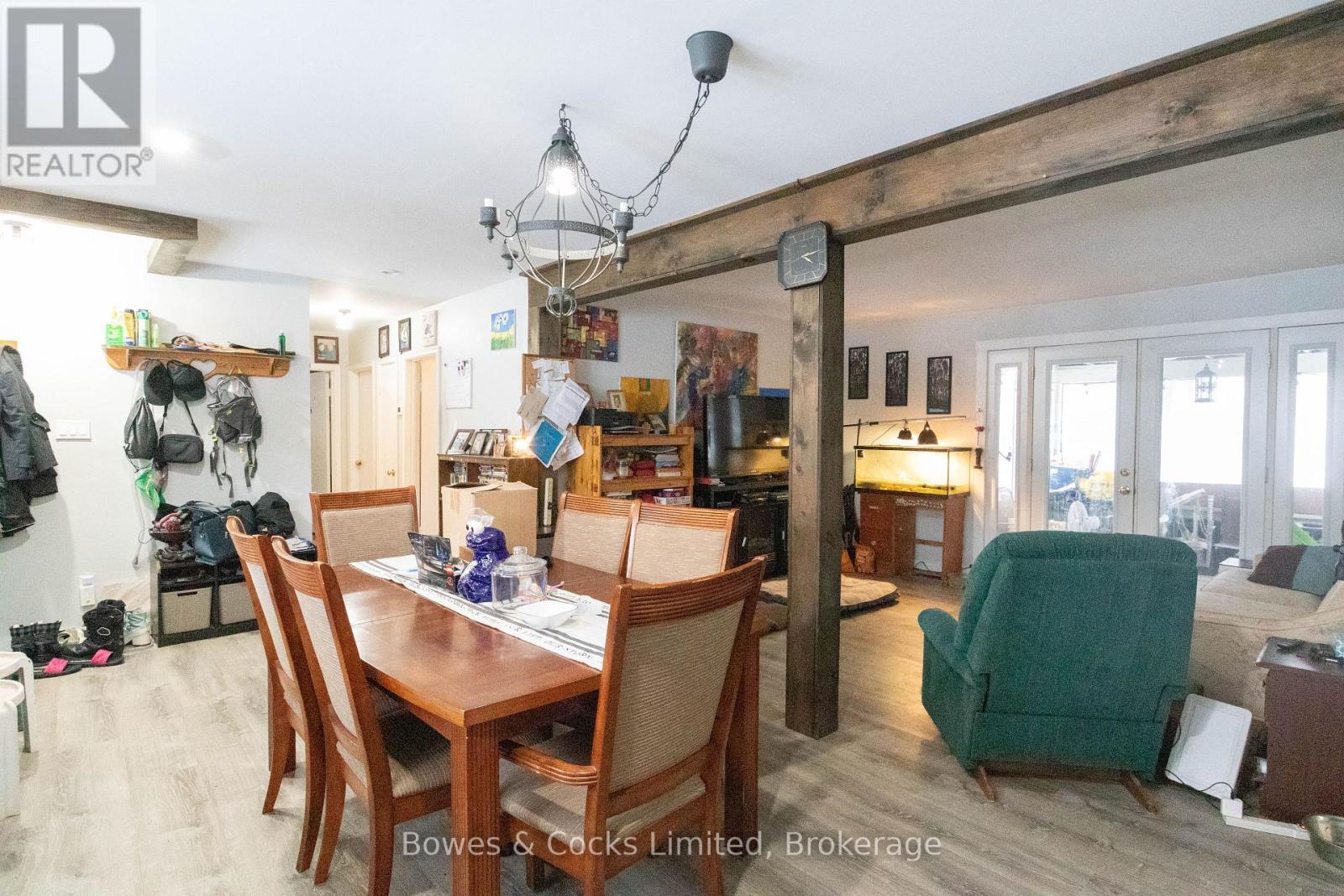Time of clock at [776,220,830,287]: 4:13
